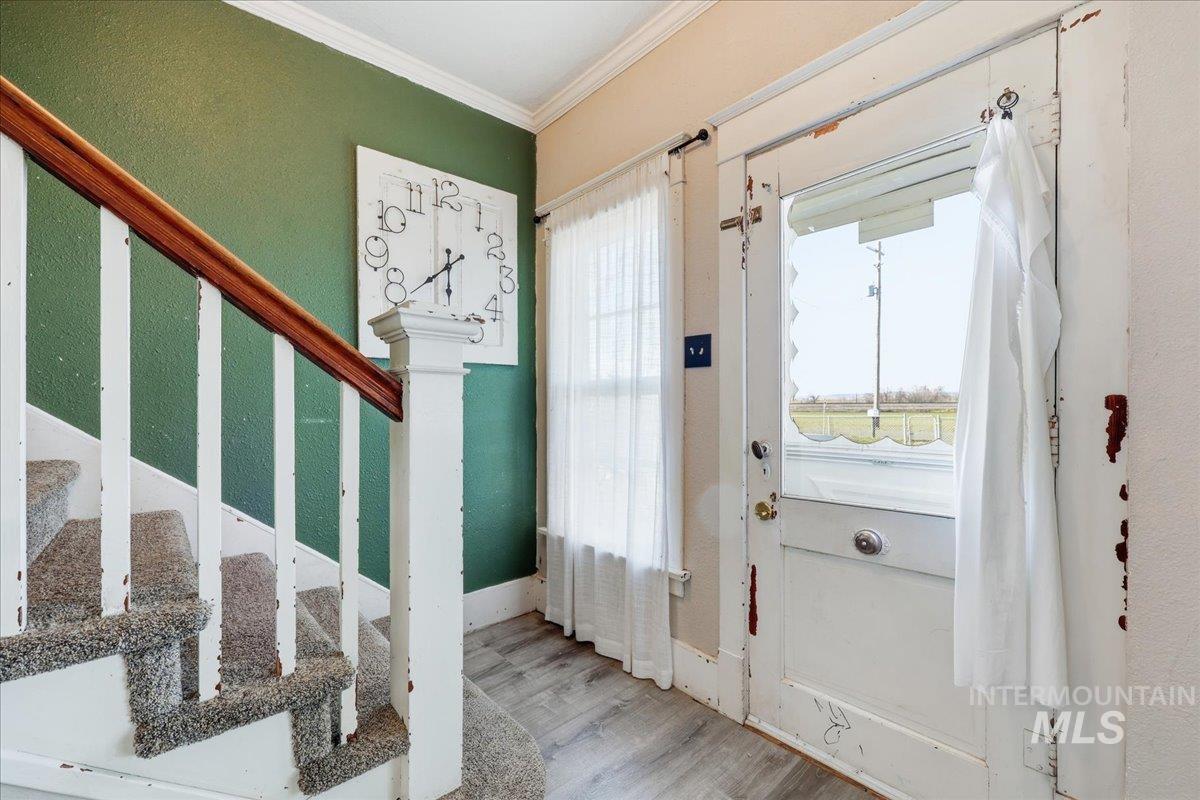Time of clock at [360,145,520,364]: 5:38
